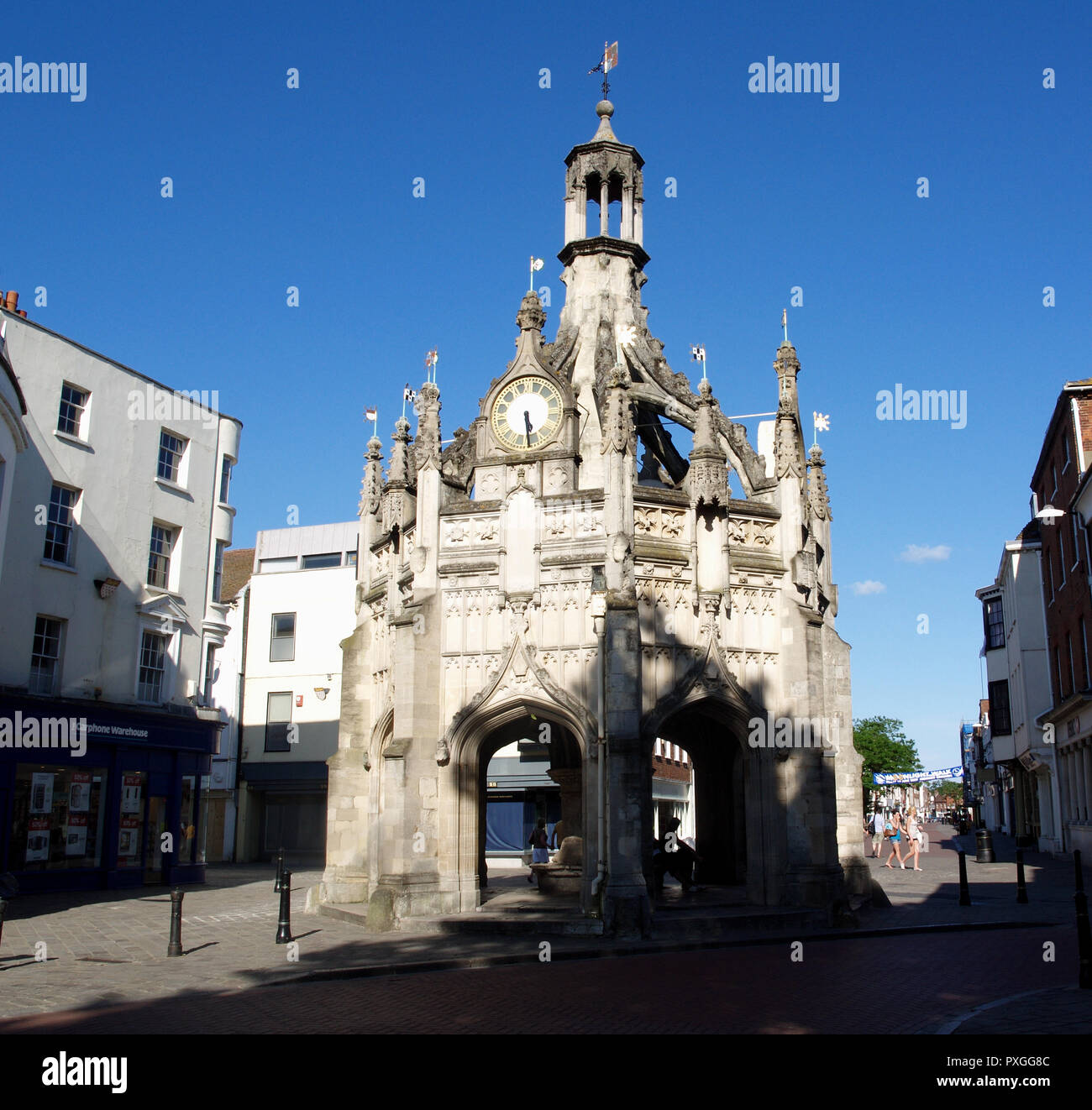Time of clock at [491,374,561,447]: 5:29
